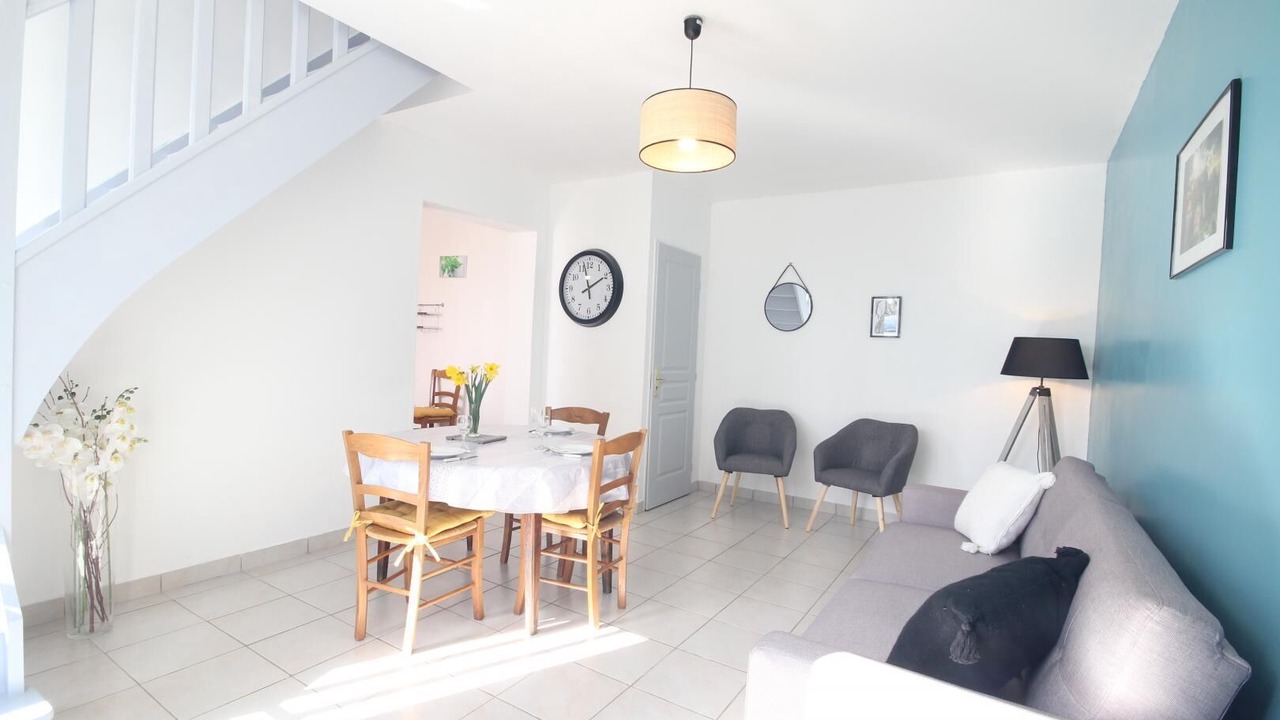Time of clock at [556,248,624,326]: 1:57
